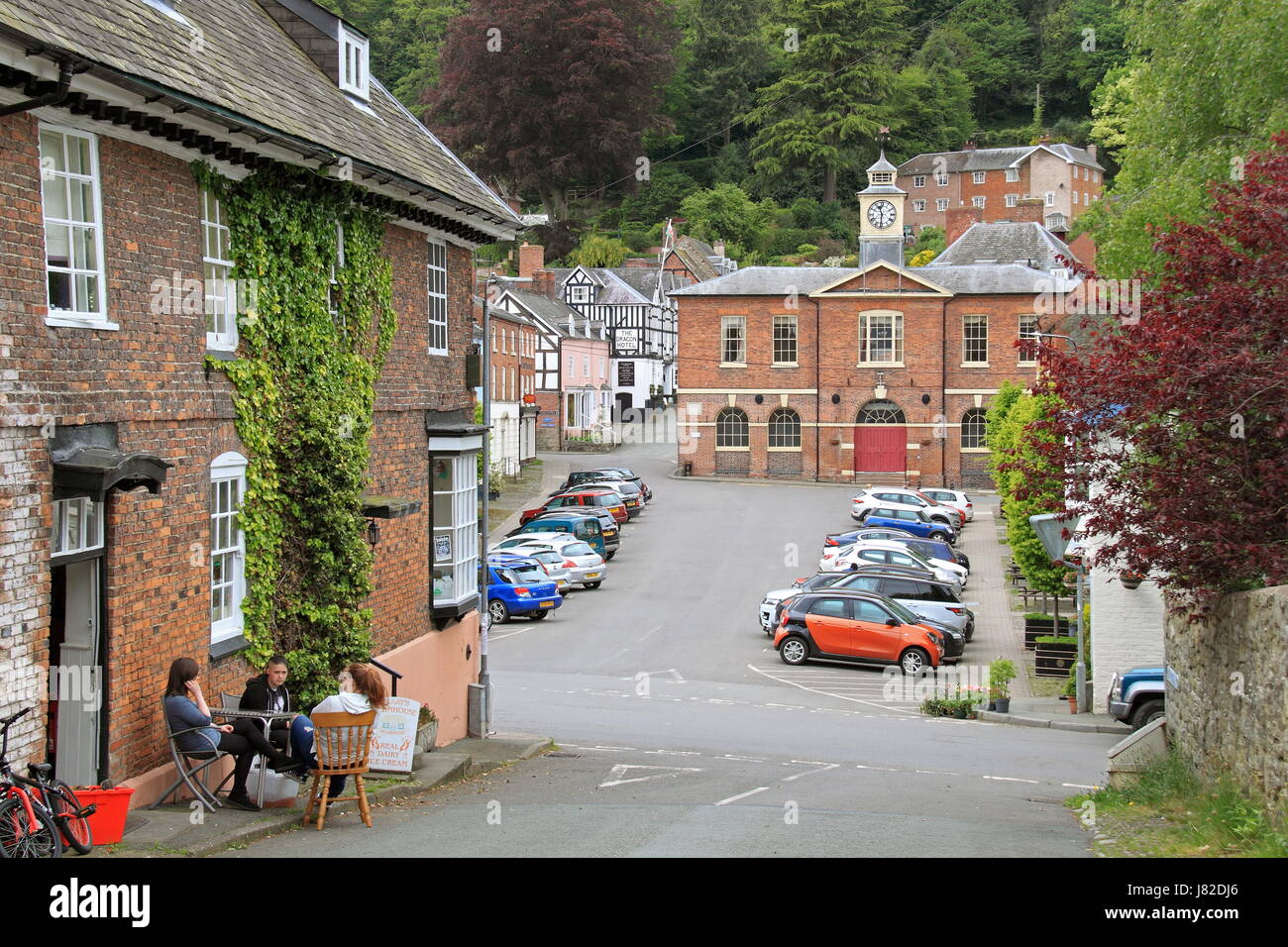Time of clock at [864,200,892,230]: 11:31
